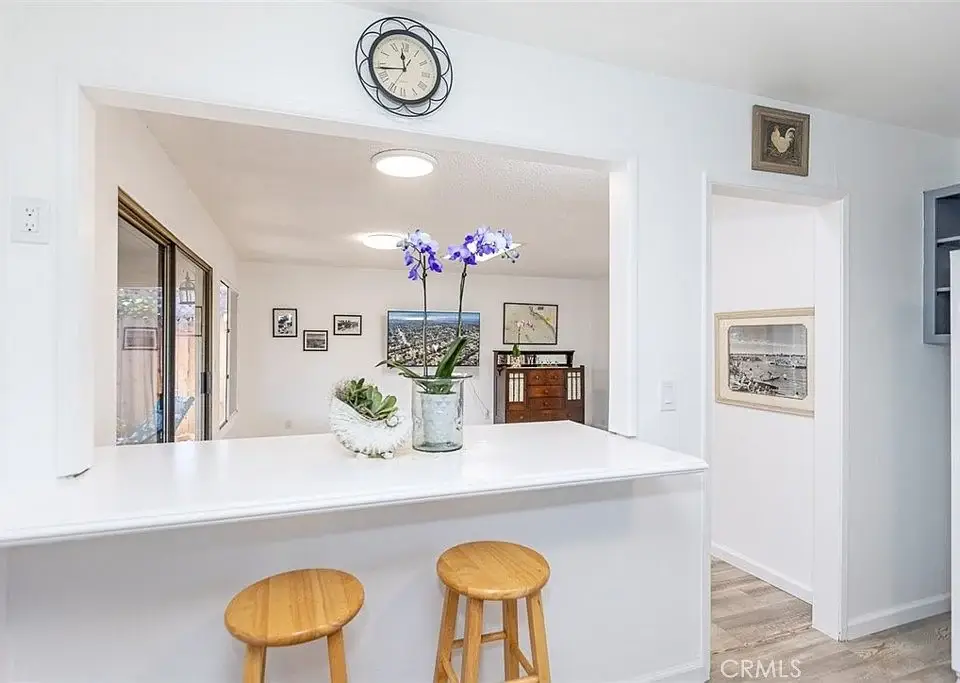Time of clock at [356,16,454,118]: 11:43
